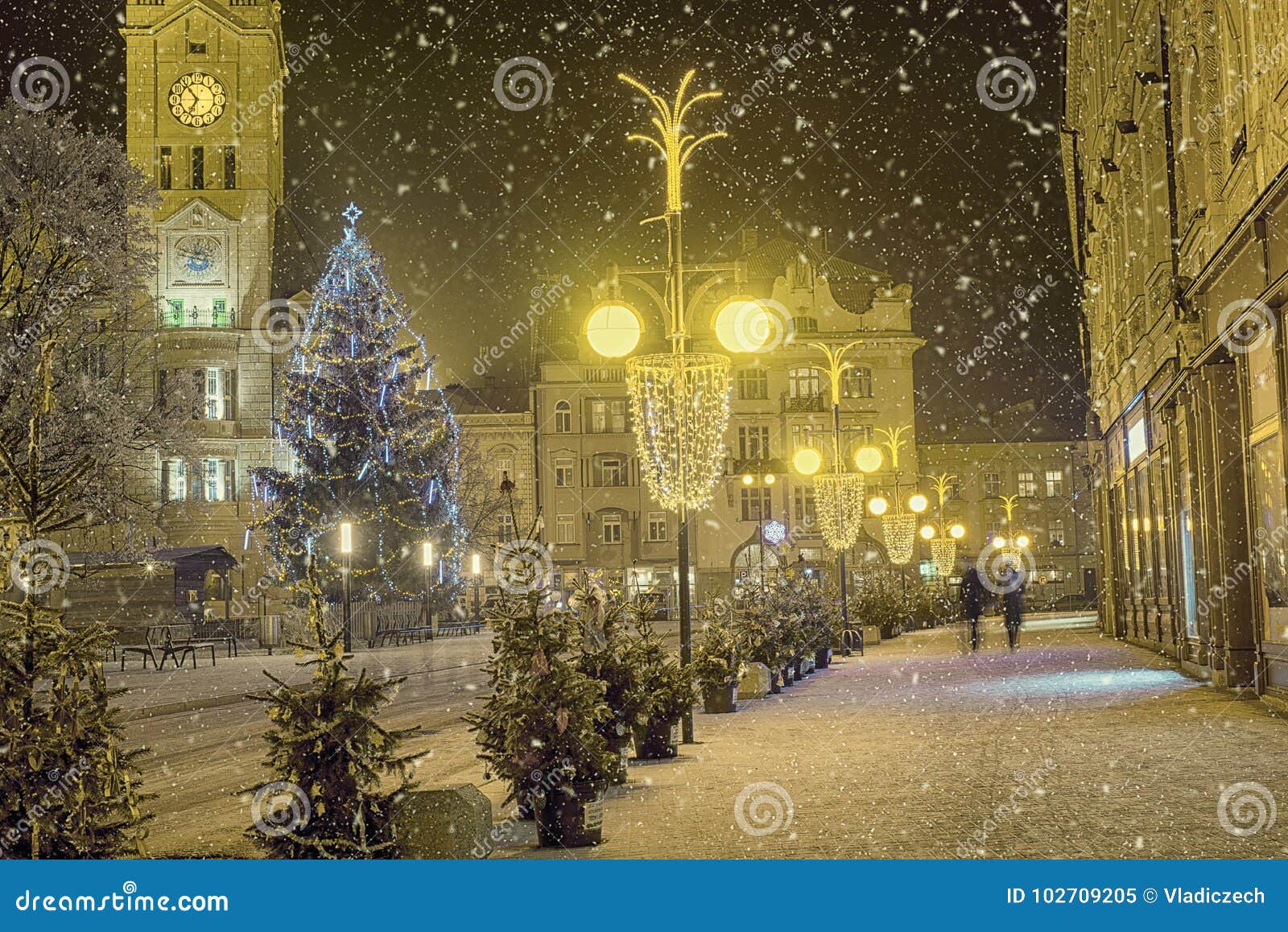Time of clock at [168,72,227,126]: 6:53
